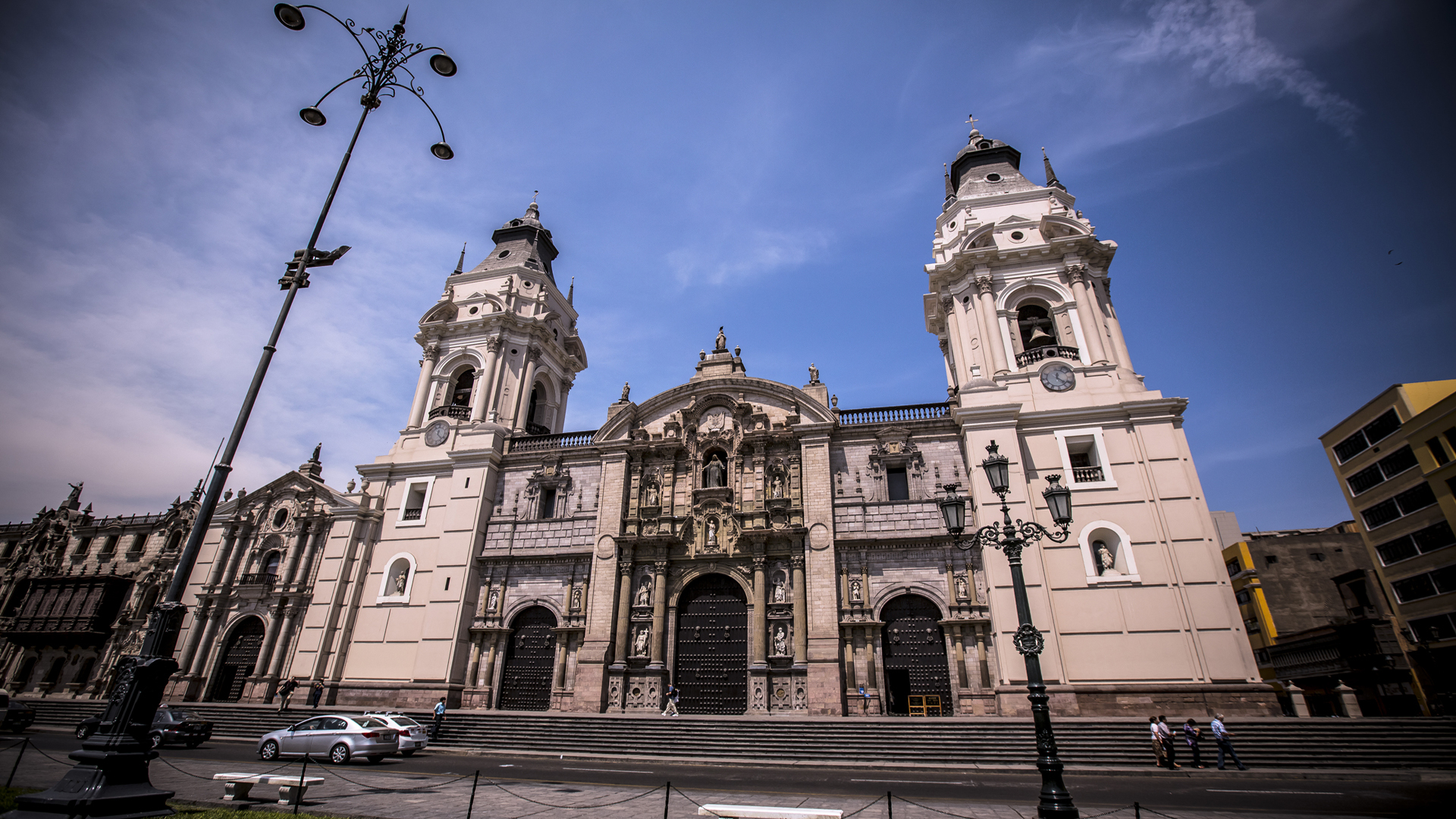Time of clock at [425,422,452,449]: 12:22
